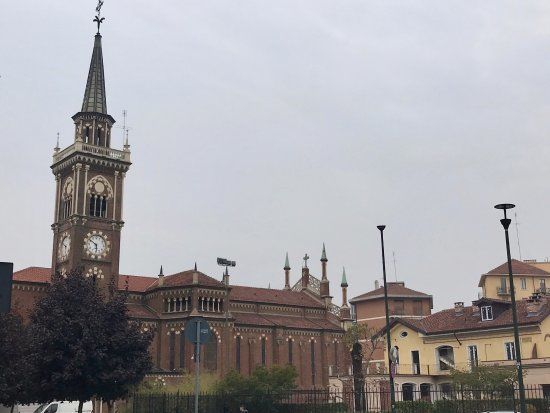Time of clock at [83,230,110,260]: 5:51
